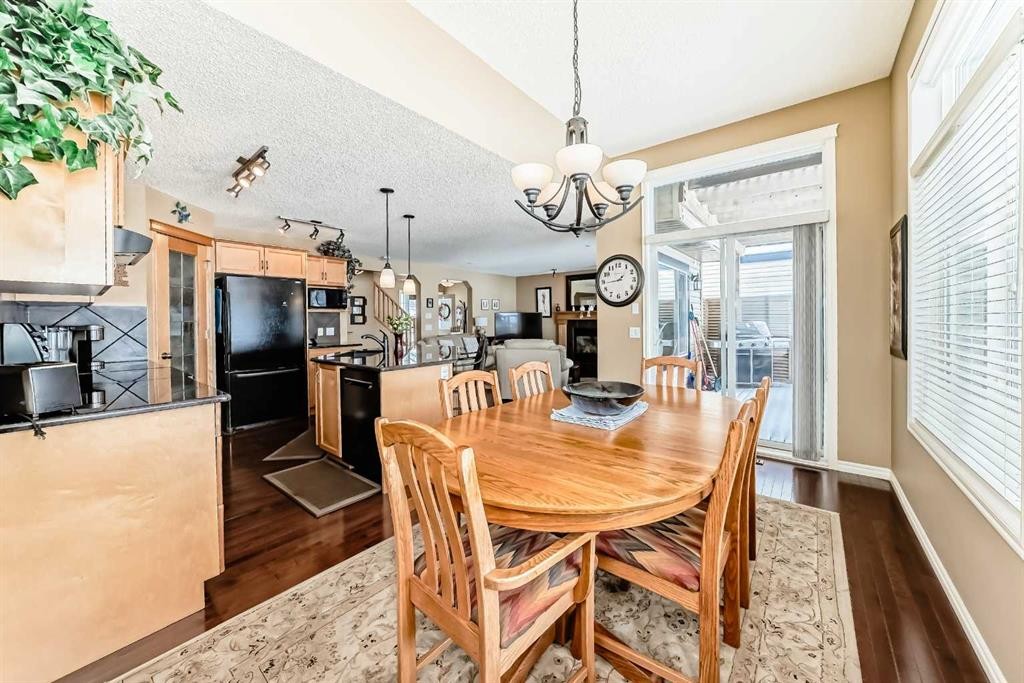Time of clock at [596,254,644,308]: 1:43
